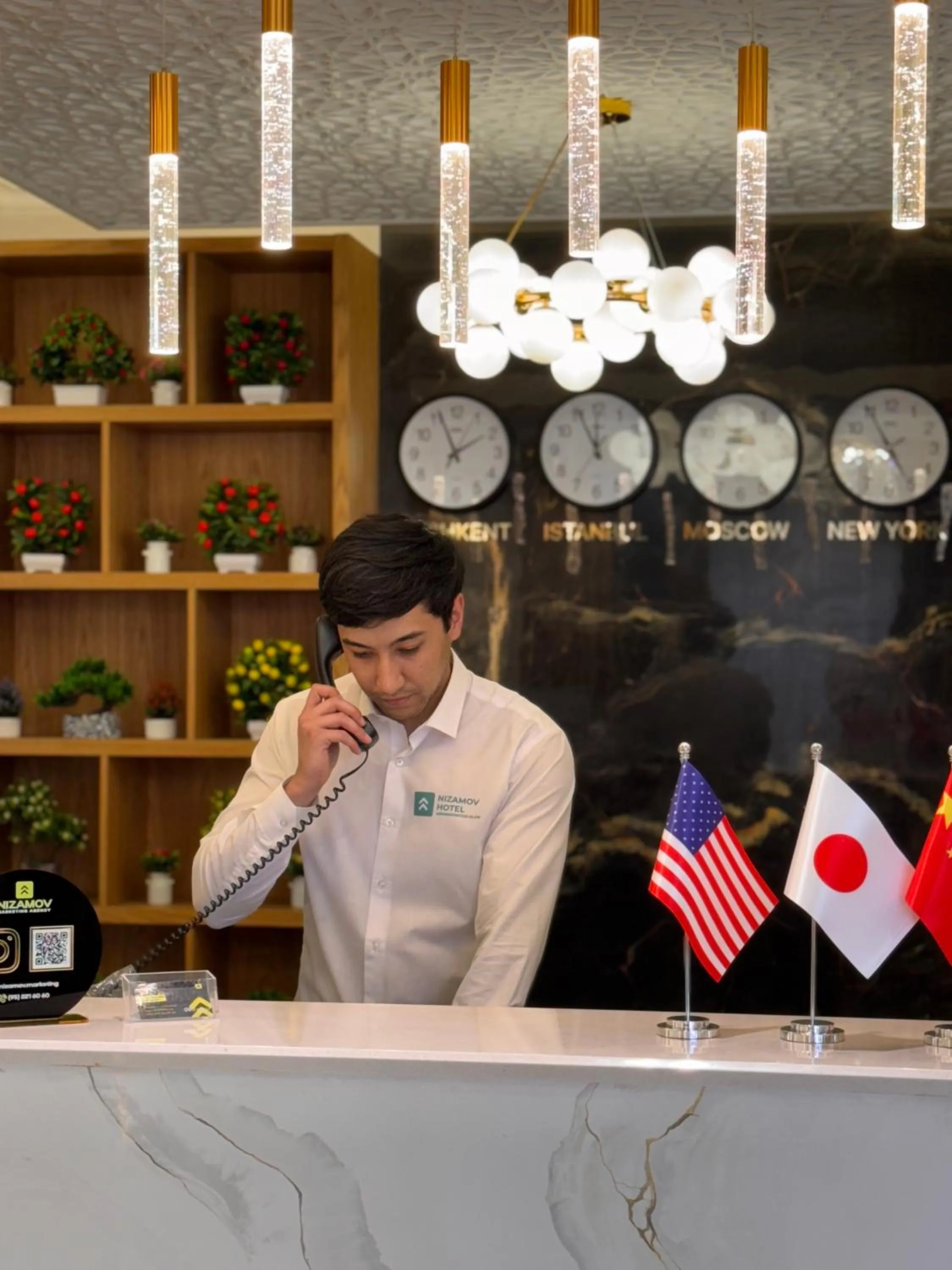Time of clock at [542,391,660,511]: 11:55
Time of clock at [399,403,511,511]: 1:56
